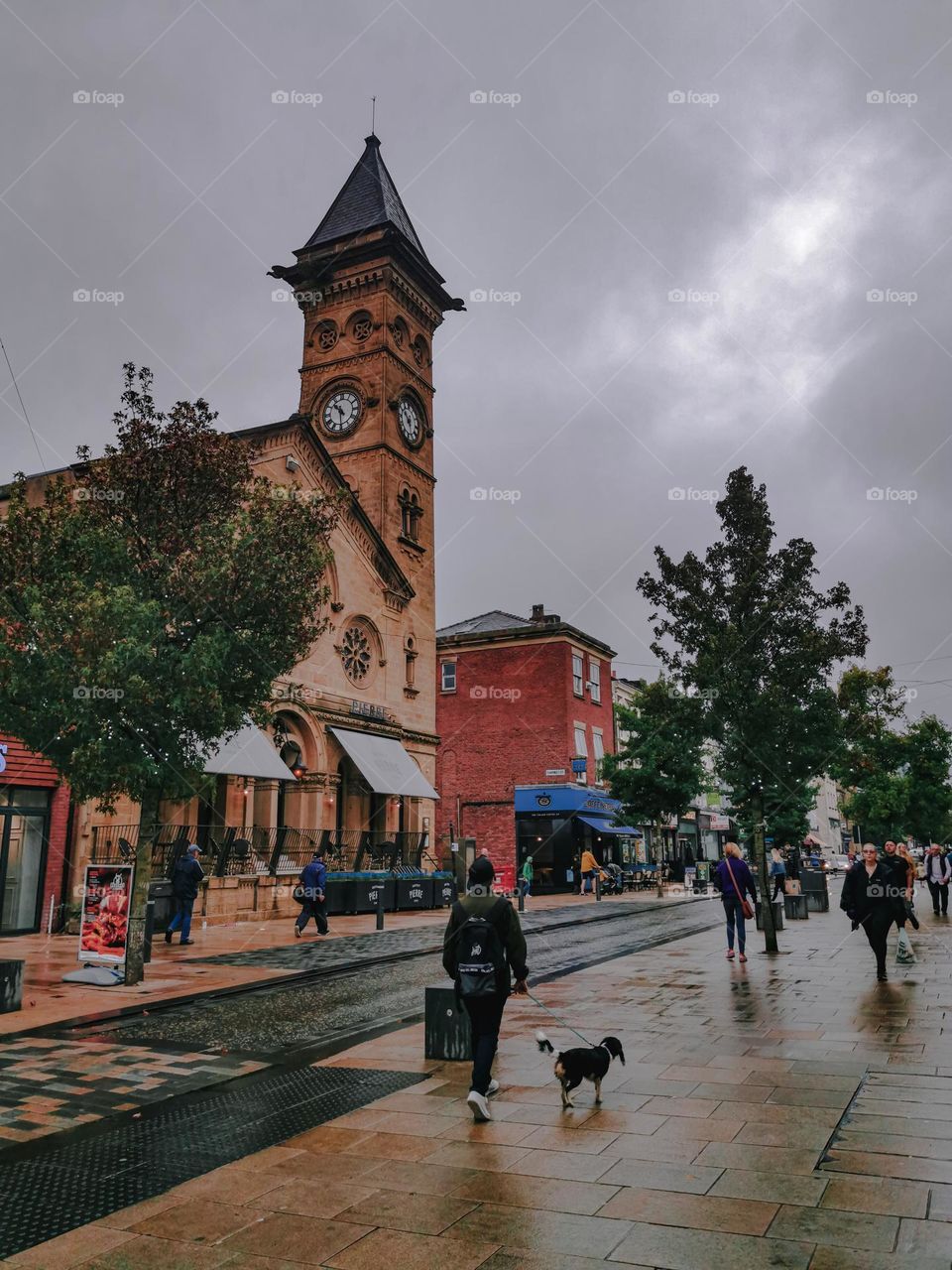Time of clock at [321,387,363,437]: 10:29
